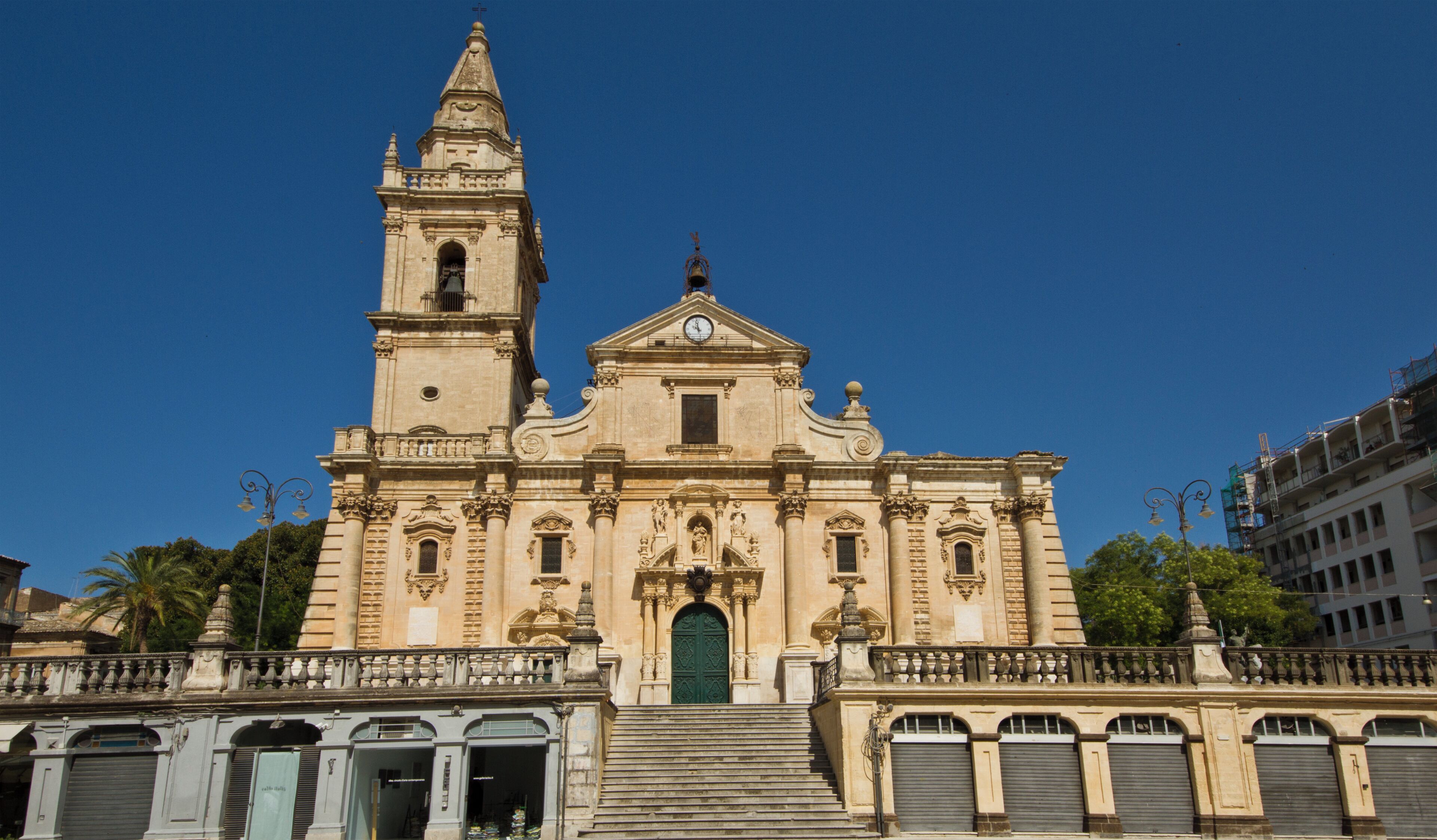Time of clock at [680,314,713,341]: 9:58
